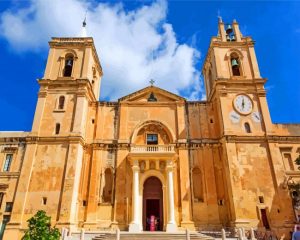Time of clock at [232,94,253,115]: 12:32
